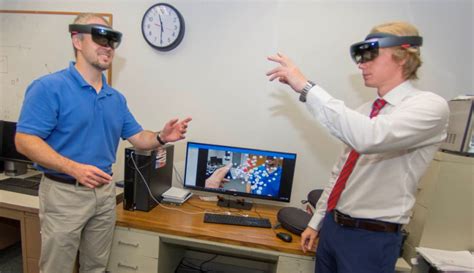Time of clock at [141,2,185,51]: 11:30
